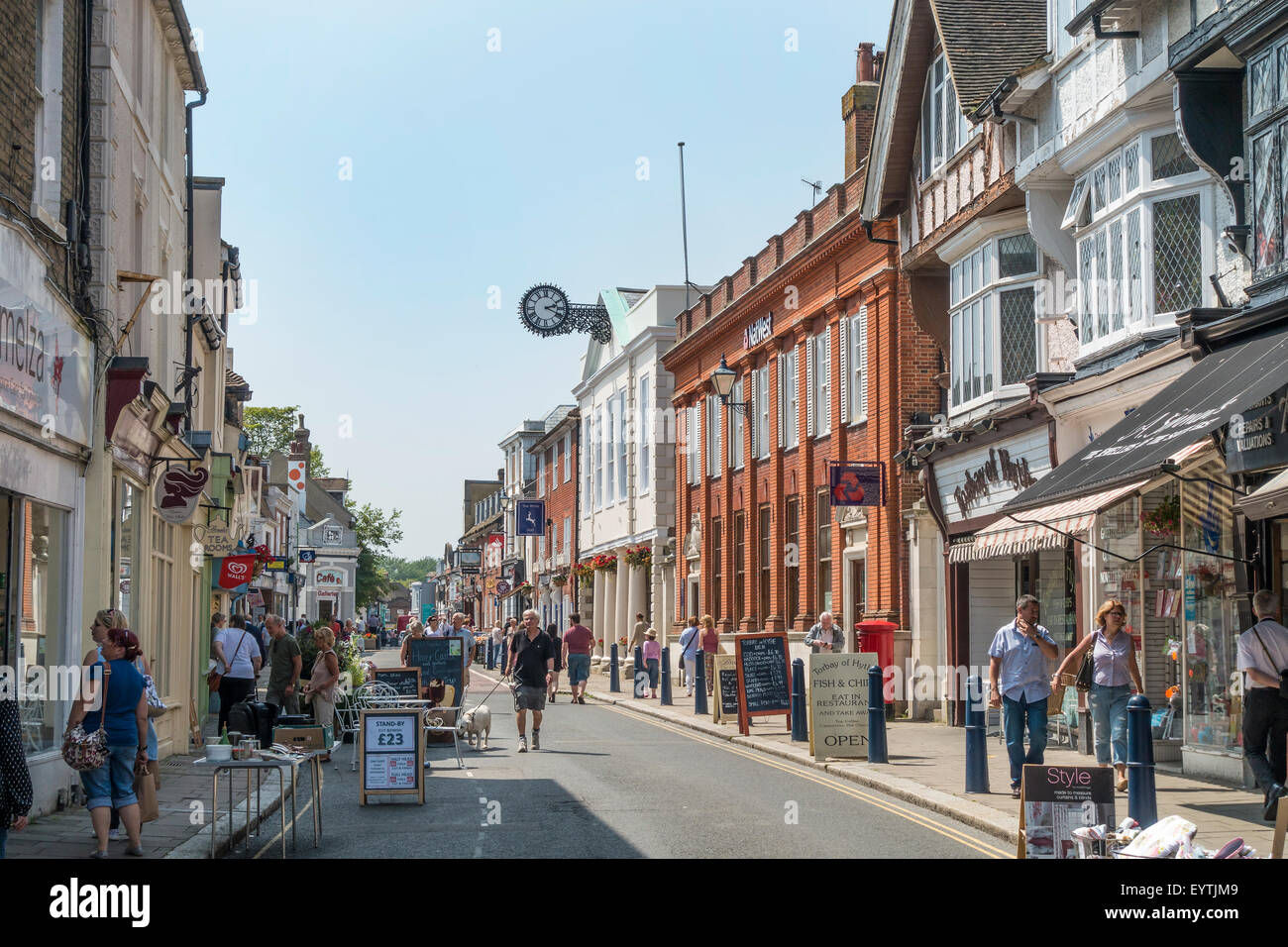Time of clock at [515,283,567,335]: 2:19
